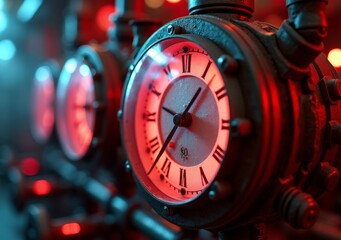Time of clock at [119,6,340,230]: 1:36
